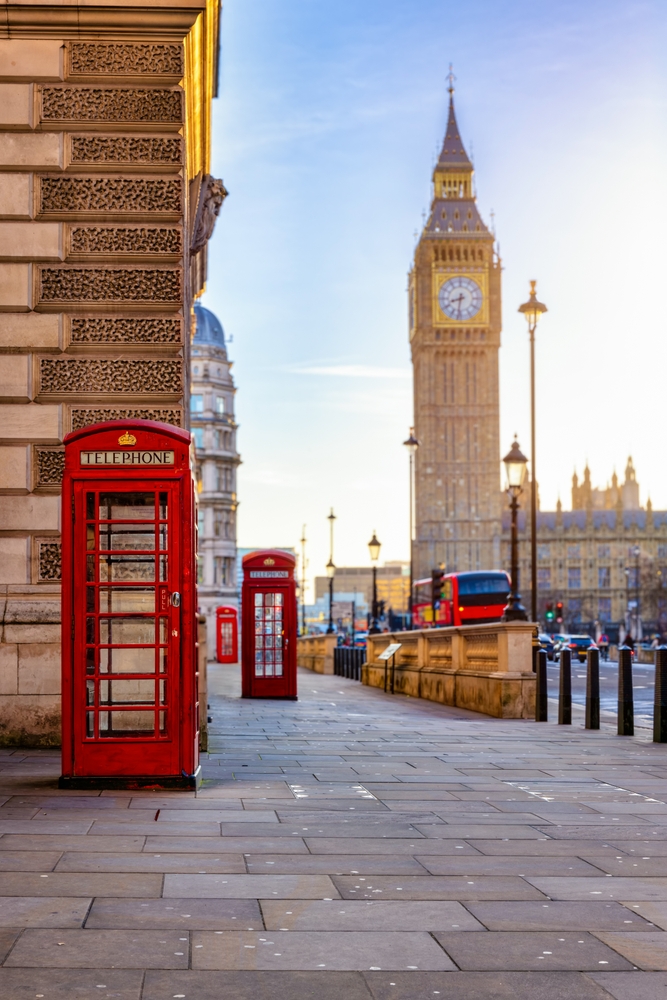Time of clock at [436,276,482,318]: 8:31
